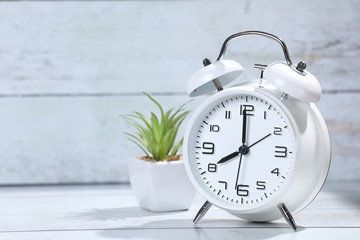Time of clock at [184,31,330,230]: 7:59
